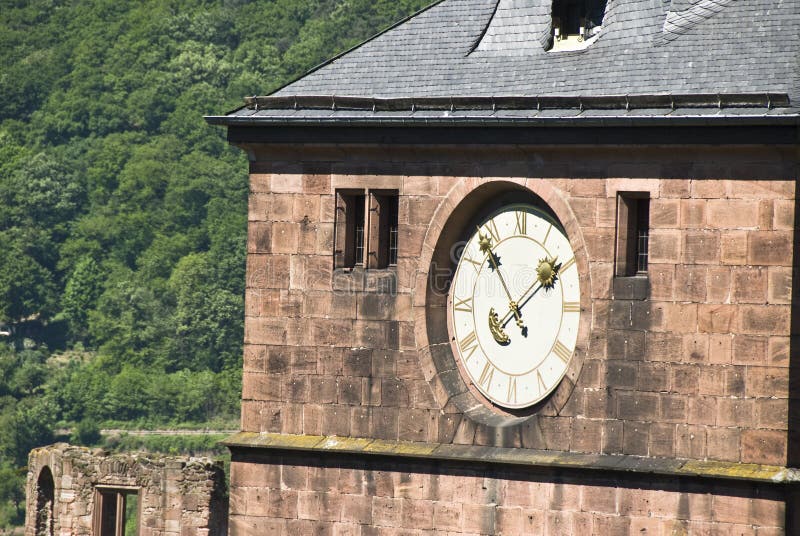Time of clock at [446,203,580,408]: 1:53
